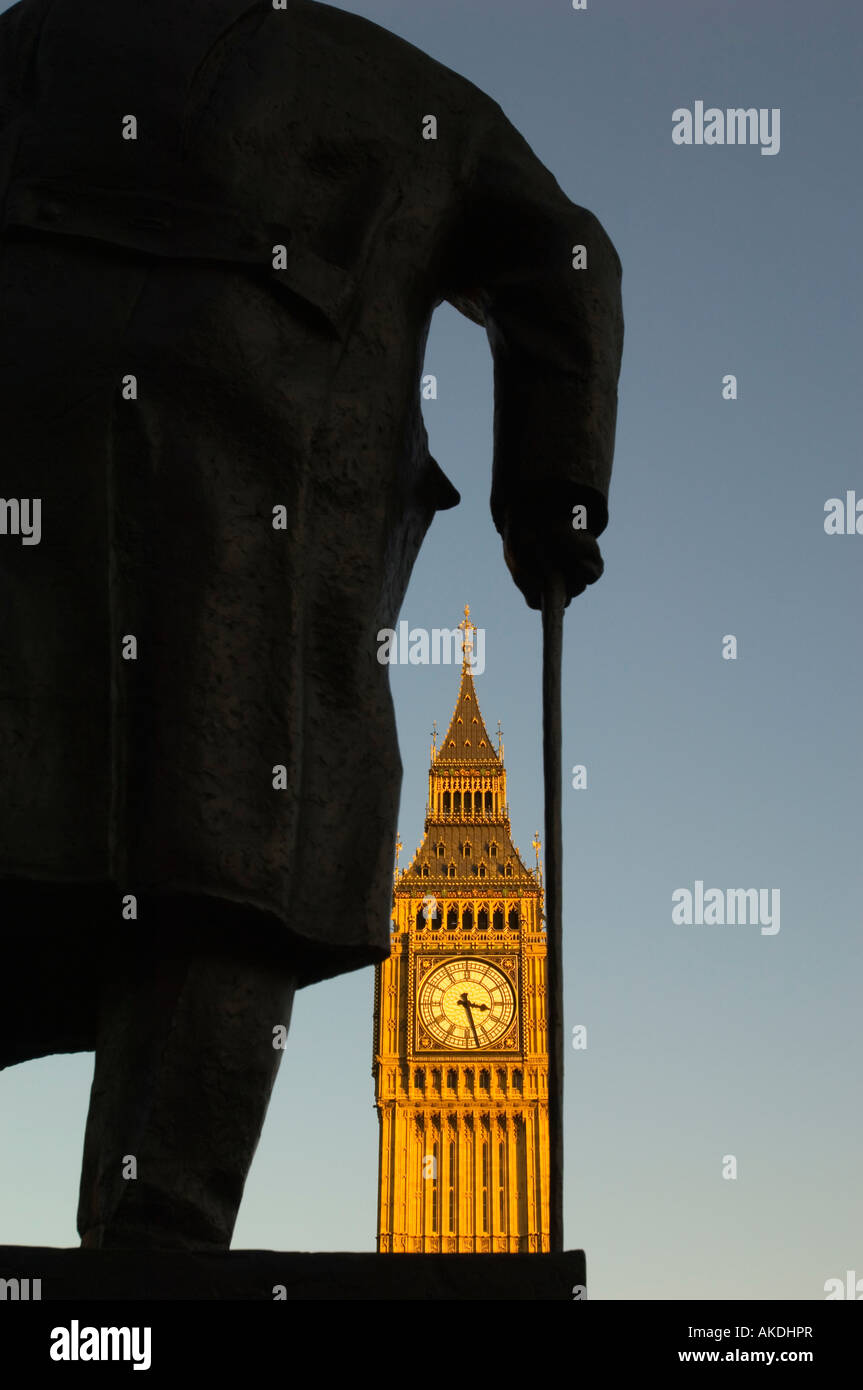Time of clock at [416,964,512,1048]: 3:27
